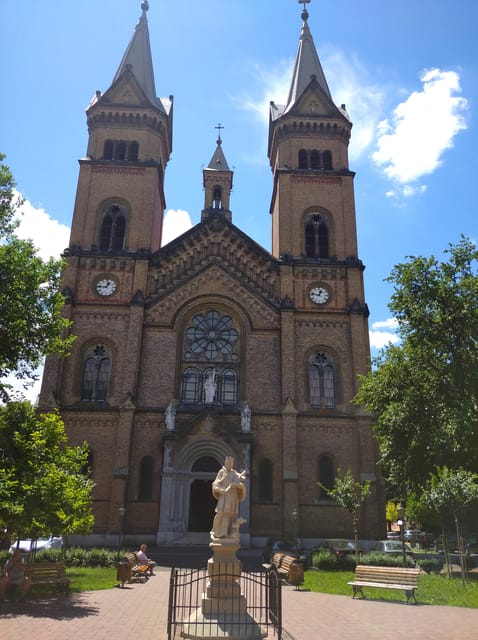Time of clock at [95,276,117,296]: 12:46
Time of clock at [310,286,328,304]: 12:46
